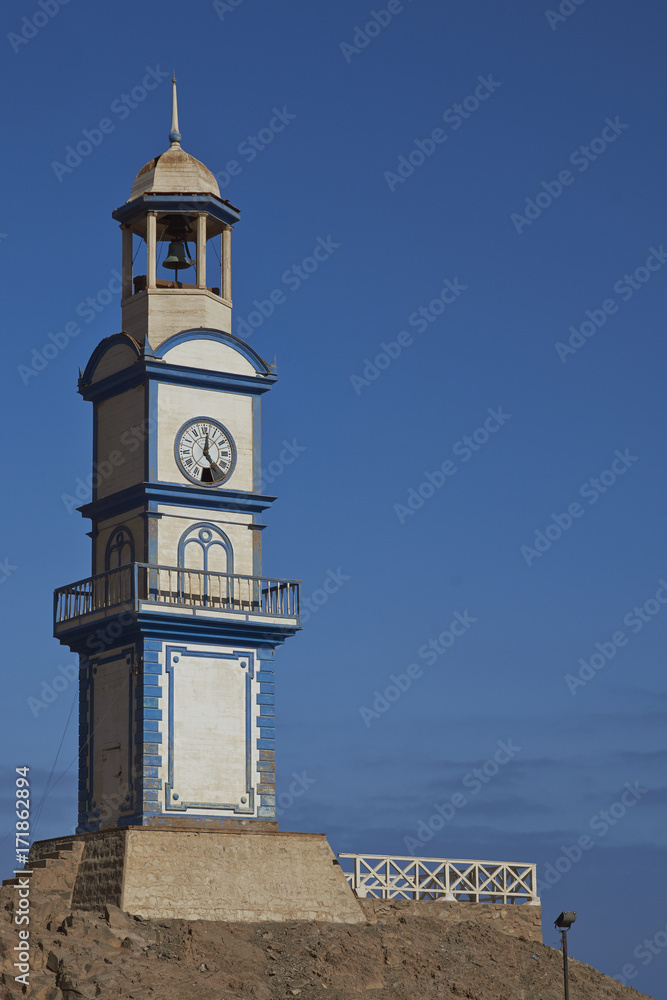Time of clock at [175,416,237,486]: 12:23
